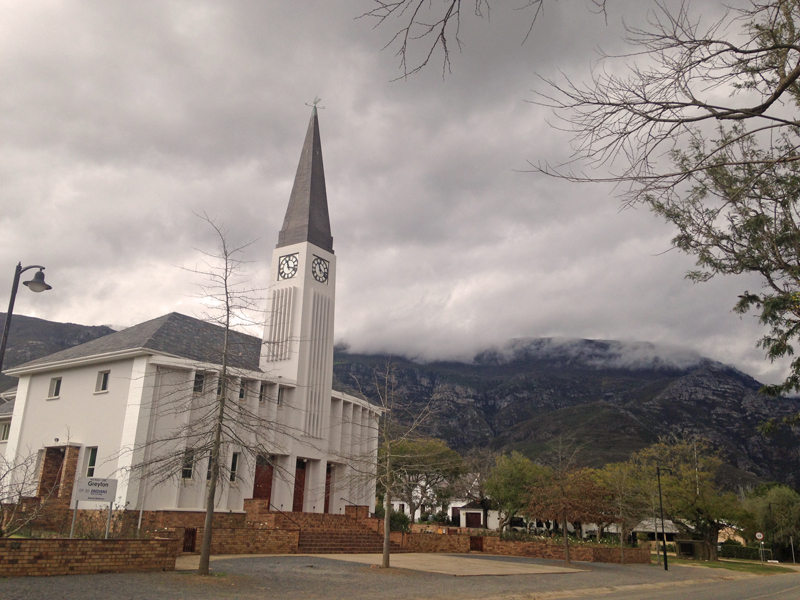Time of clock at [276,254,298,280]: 11:17
